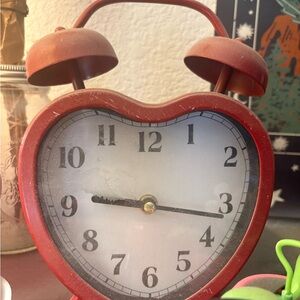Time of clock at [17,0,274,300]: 9:16
